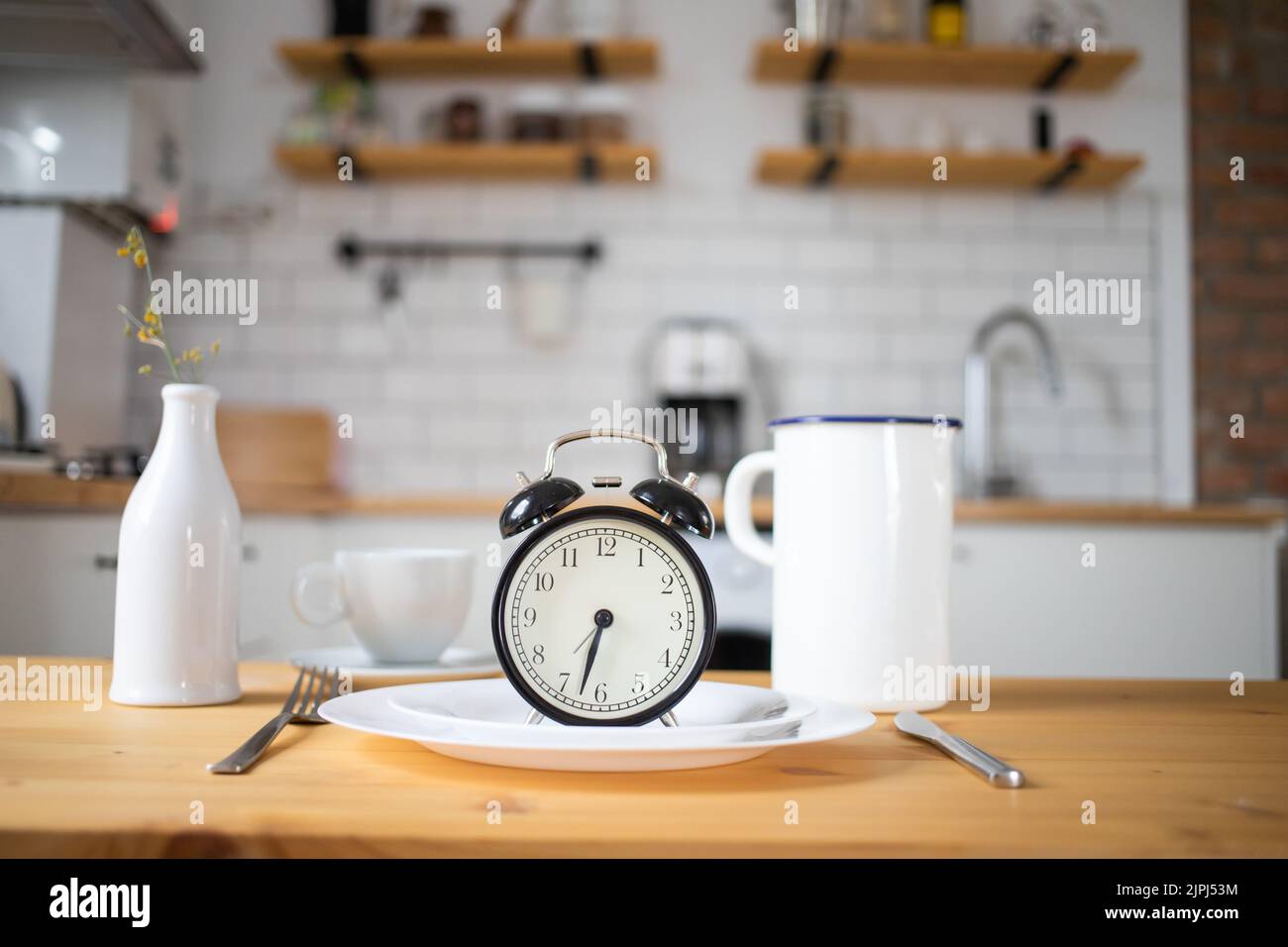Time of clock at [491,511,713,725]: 6:32
